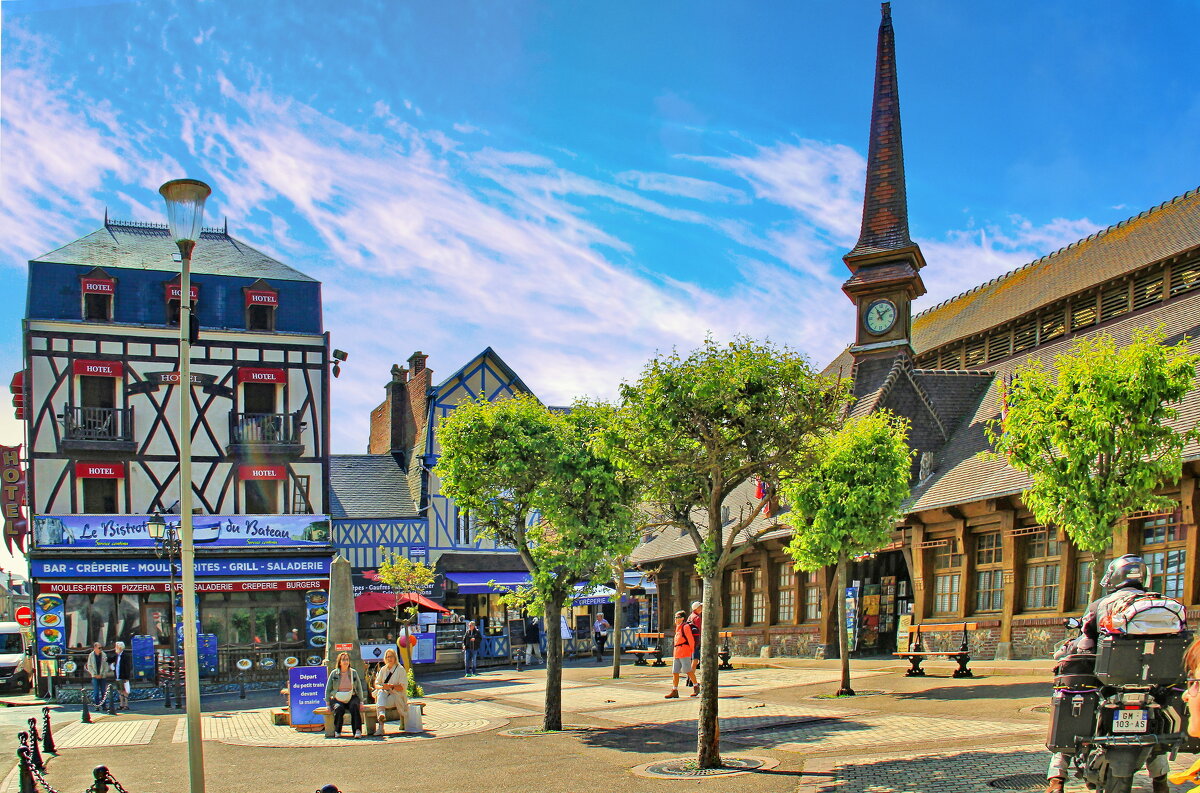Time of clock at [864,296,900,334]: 11:08
